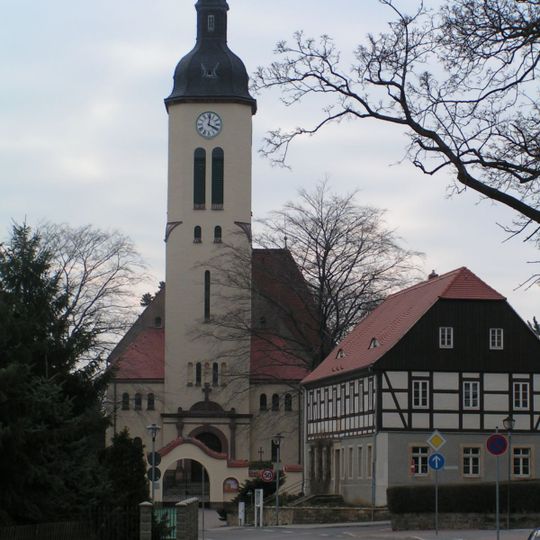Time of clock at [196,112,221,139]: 4:01
